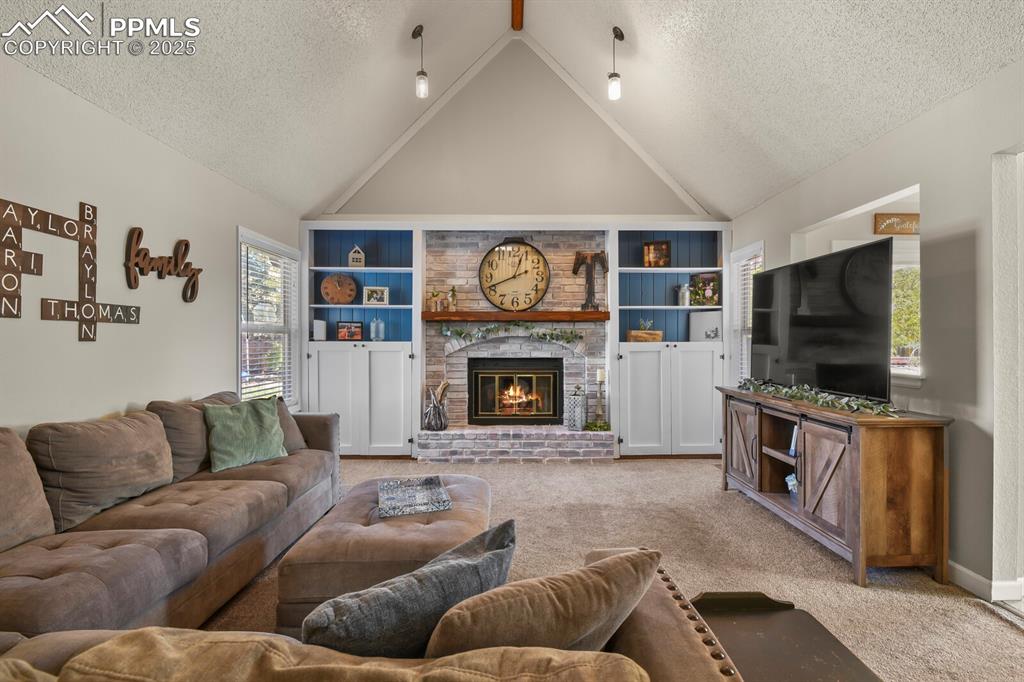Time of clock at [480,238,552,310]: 12:41
